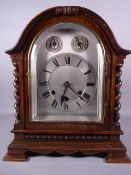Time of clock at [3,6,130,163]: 6:21
